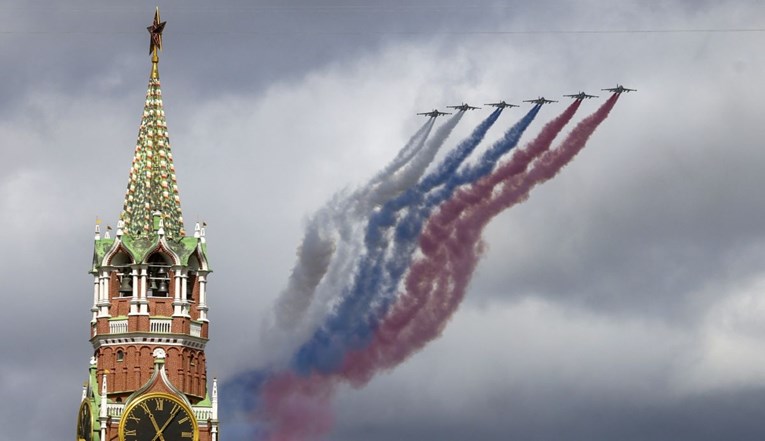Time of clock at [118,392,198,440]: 11:06
